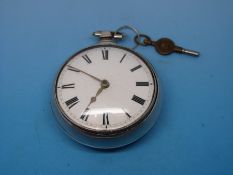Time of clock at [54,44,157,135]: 6:50
